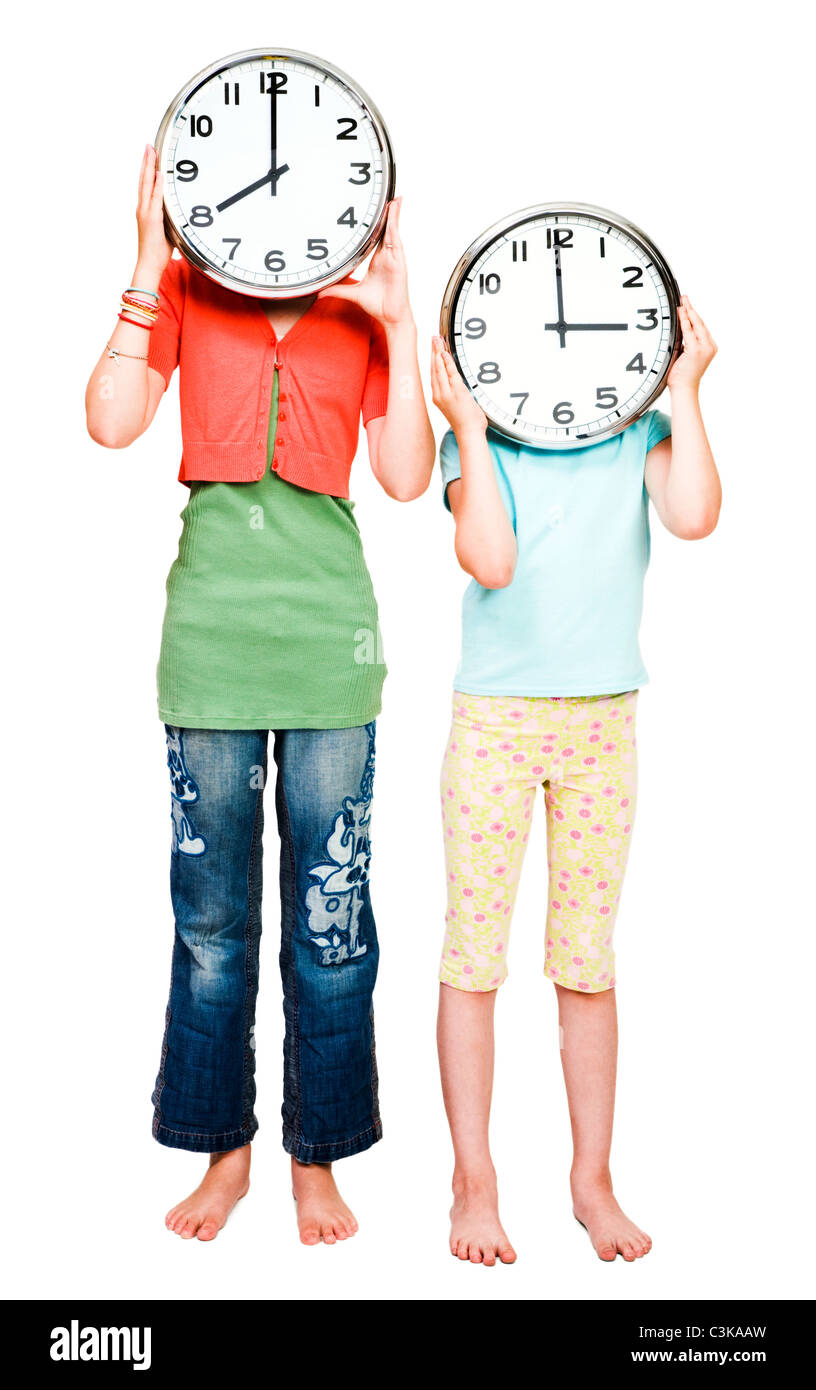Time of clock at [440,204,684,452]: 2:59
